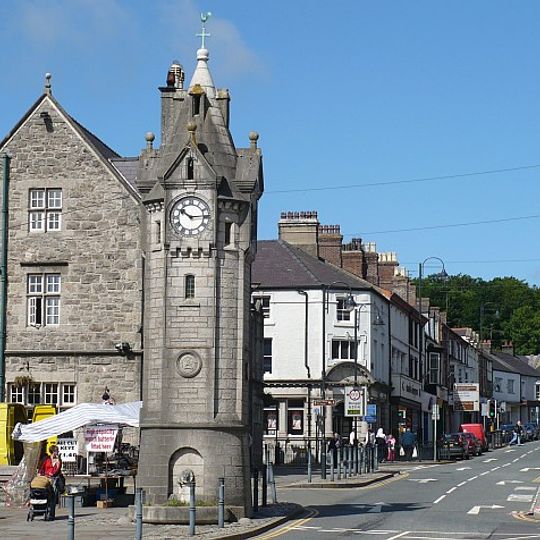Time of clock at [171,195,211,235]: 10:14
